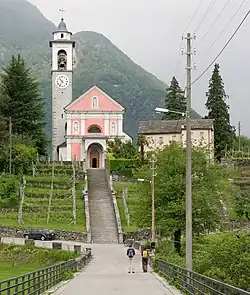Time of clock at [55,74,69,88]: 10:36
